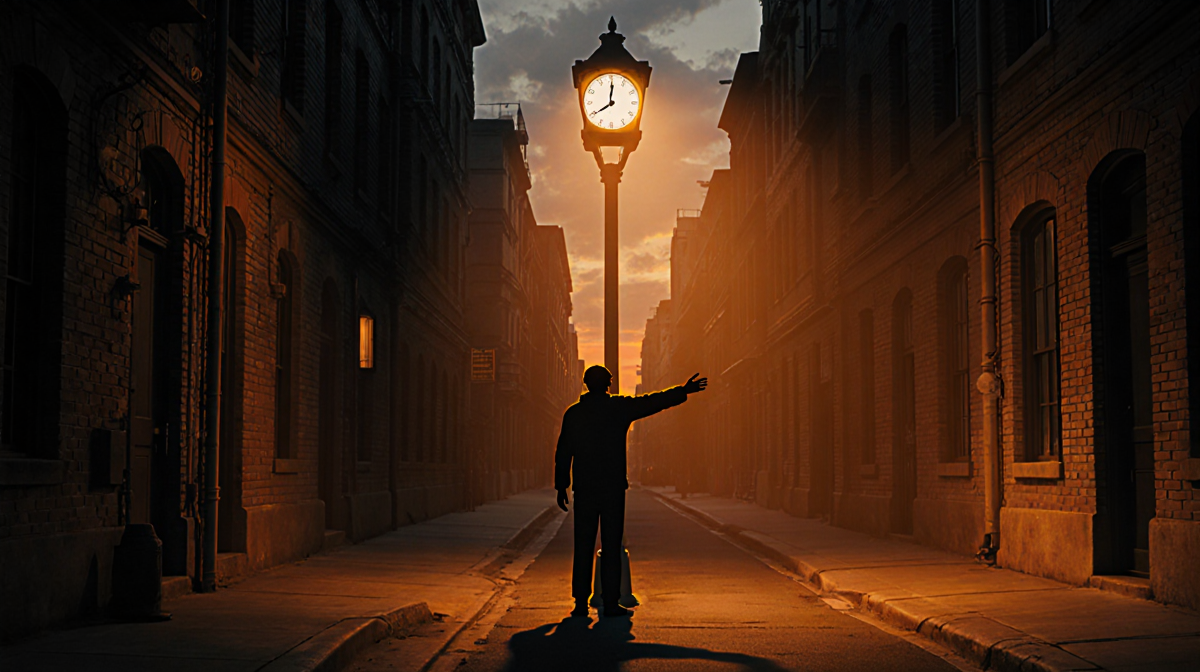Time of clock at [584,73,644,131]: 8:00
